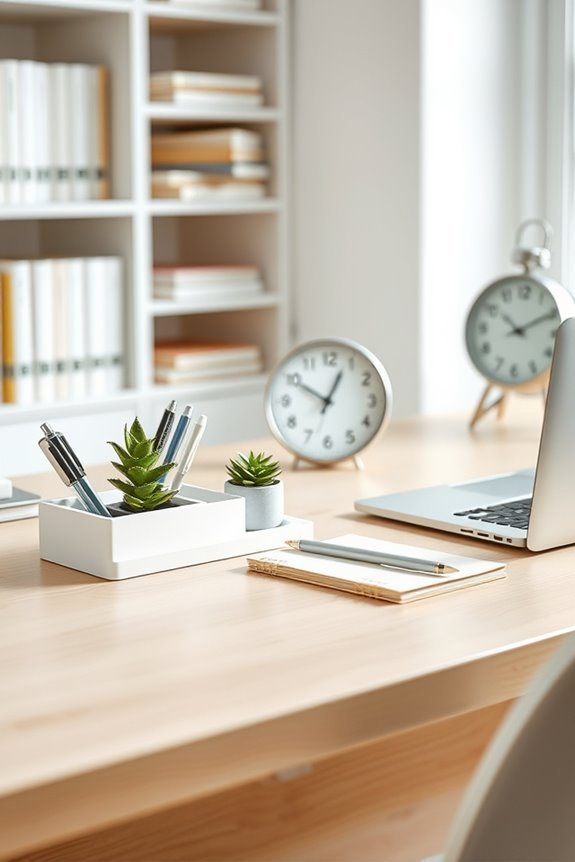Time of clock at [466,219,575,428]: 10:10
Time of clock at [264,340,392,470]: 12:49
